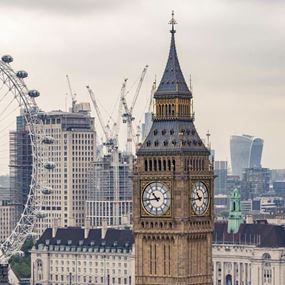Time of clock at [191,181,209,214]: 10:43
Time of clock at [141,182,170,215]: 10:43
